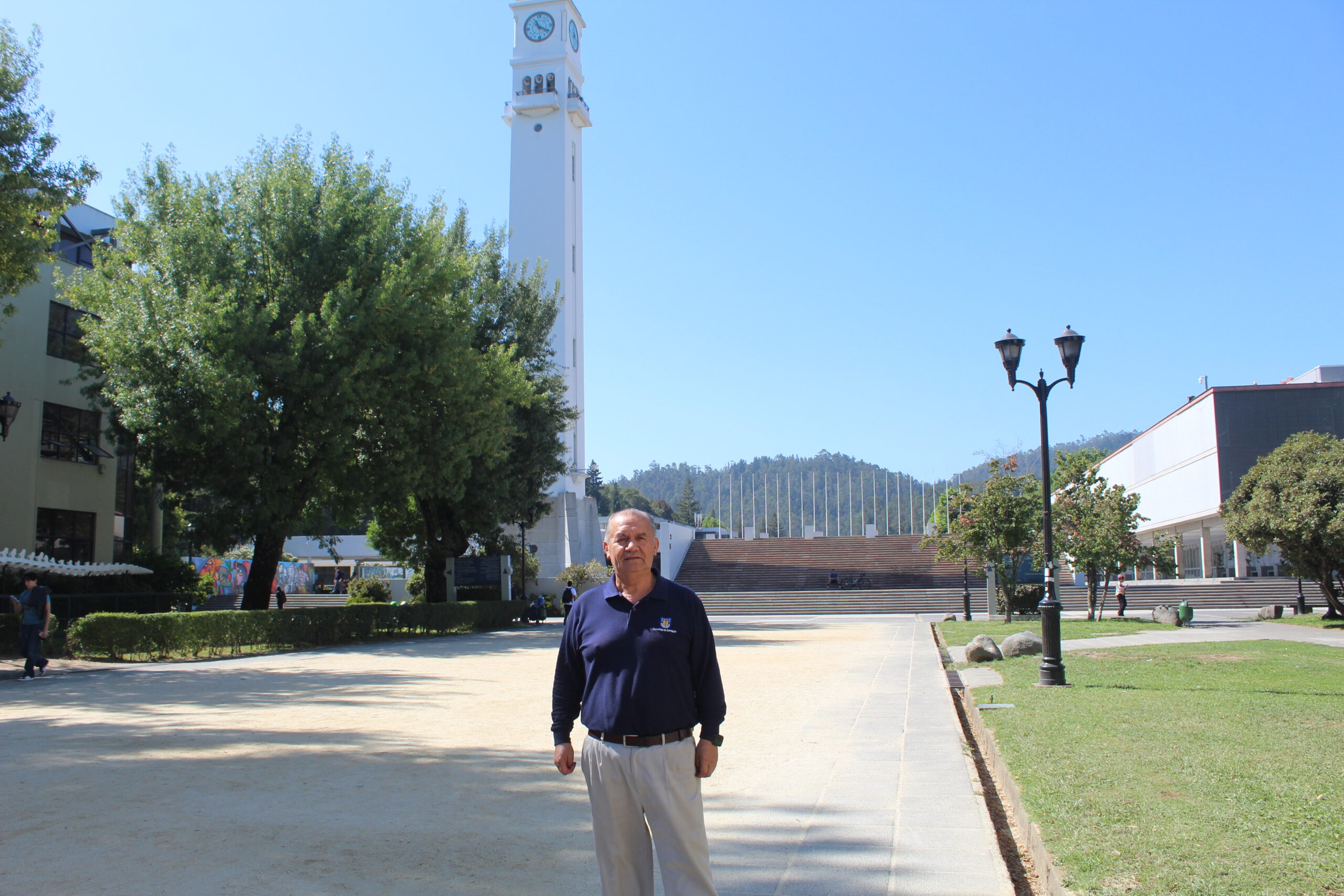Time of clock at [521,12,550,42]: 11:20
